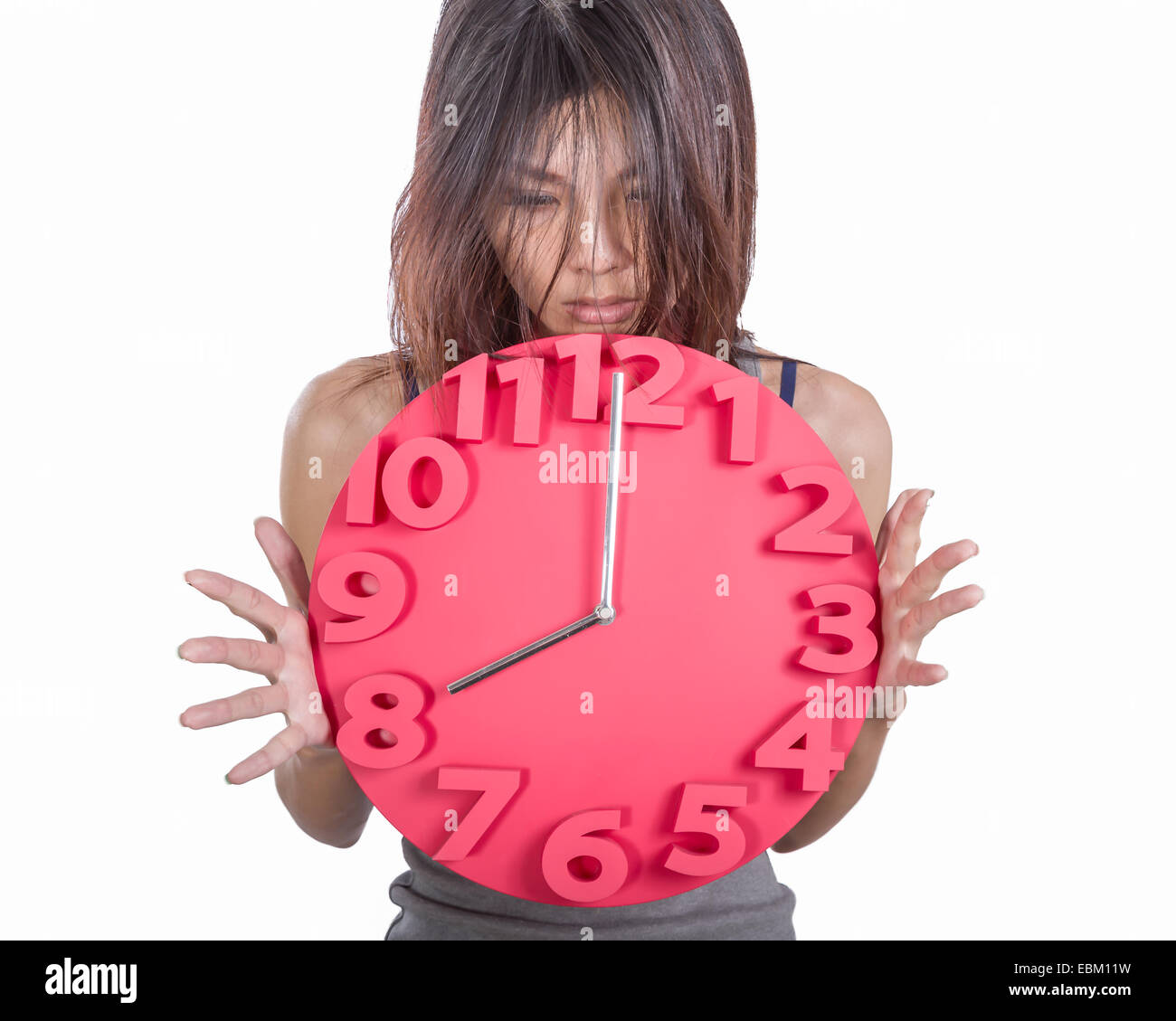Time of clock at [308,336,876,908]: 7:59
